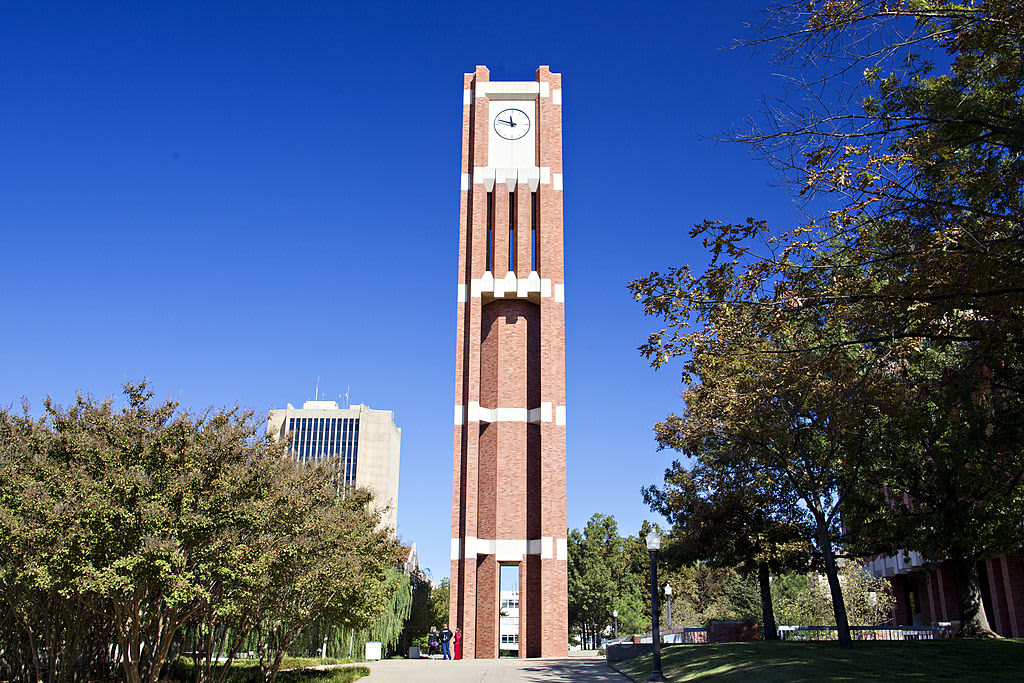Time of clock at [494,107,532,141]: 11:47
